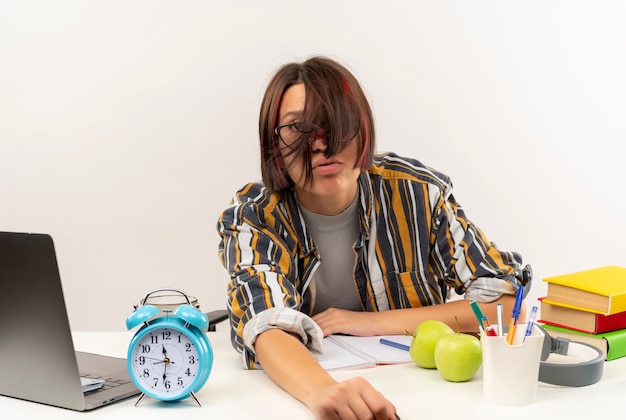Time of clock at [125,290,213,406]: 11:31
